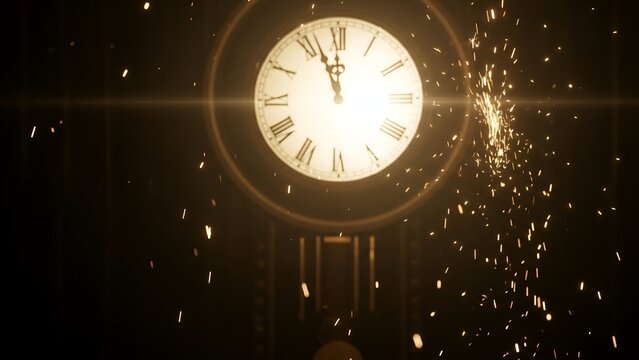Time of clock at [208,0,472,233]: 11:56
